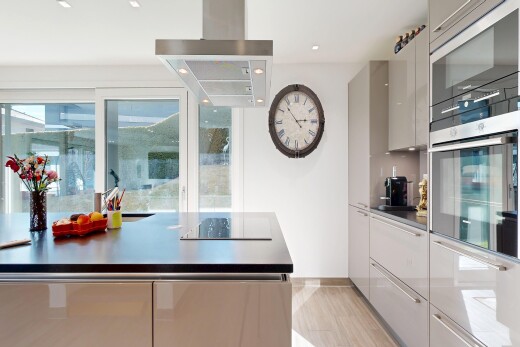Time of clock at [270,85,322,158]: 2:53
